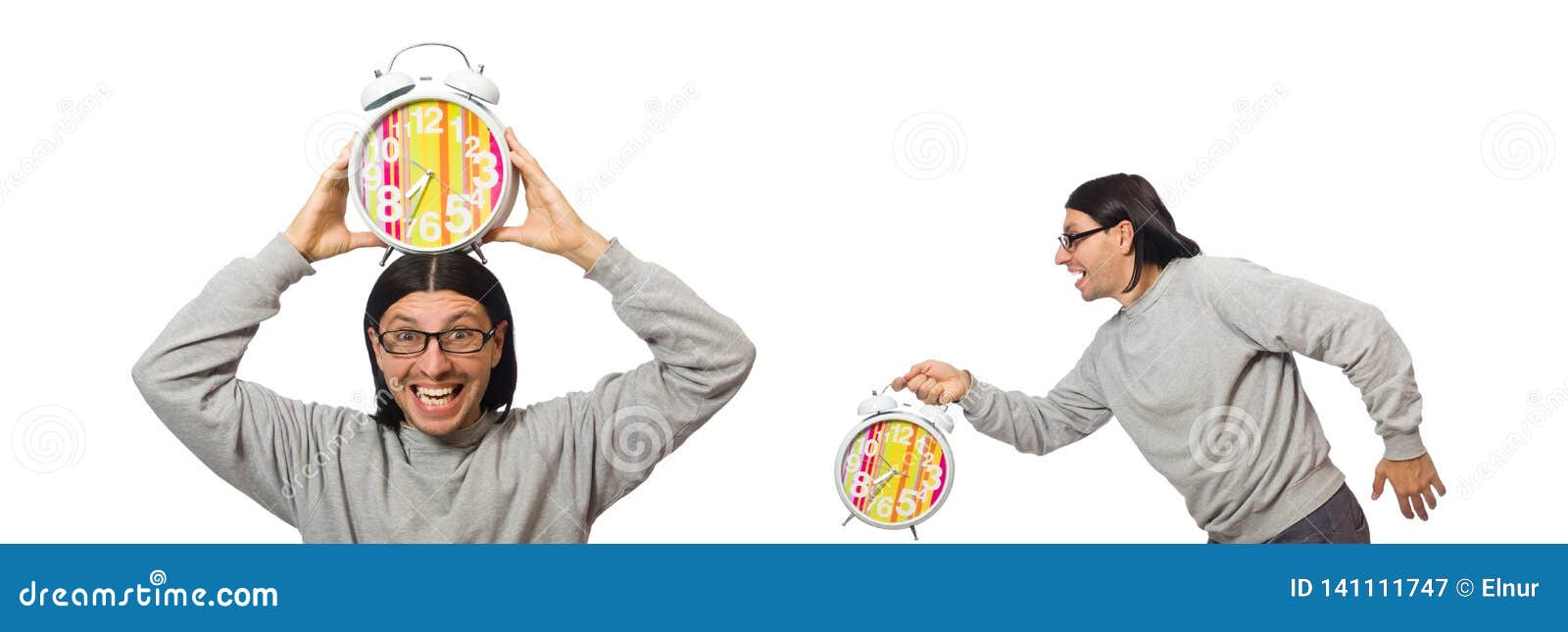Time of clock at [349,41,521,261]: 7:34
